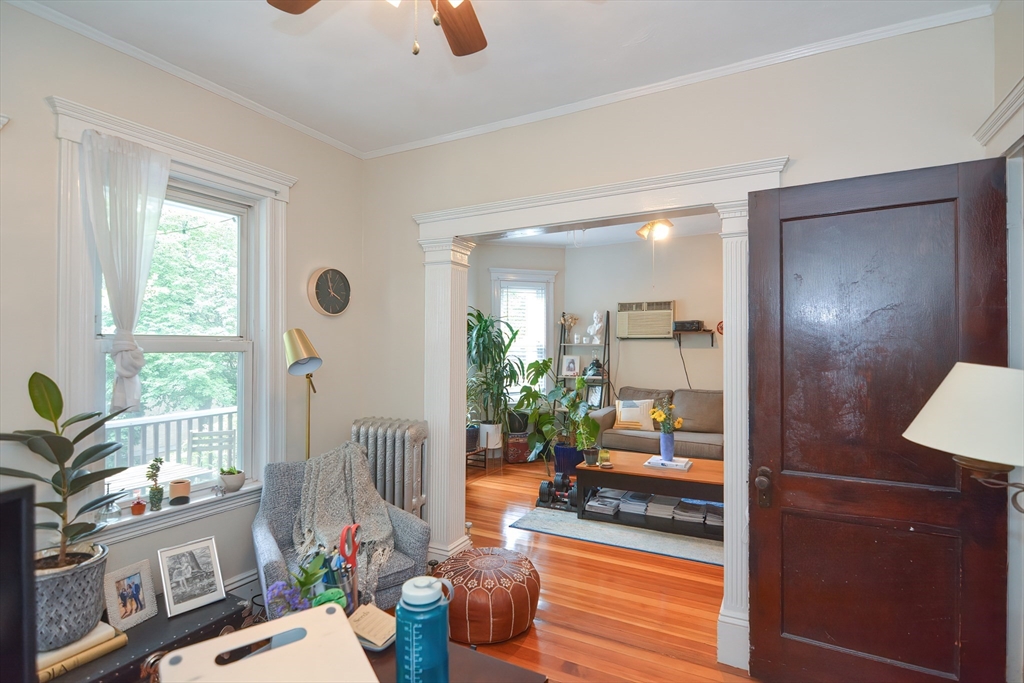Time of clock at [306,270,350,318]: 3:58
